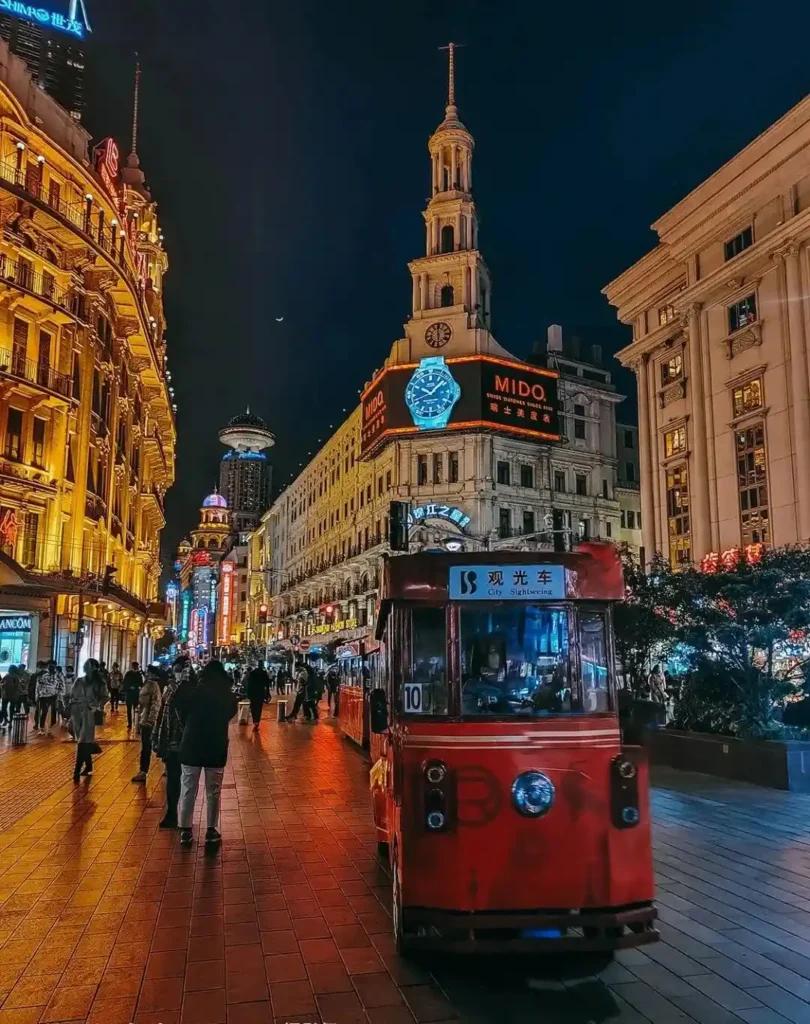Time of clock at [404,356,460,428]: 10:07
